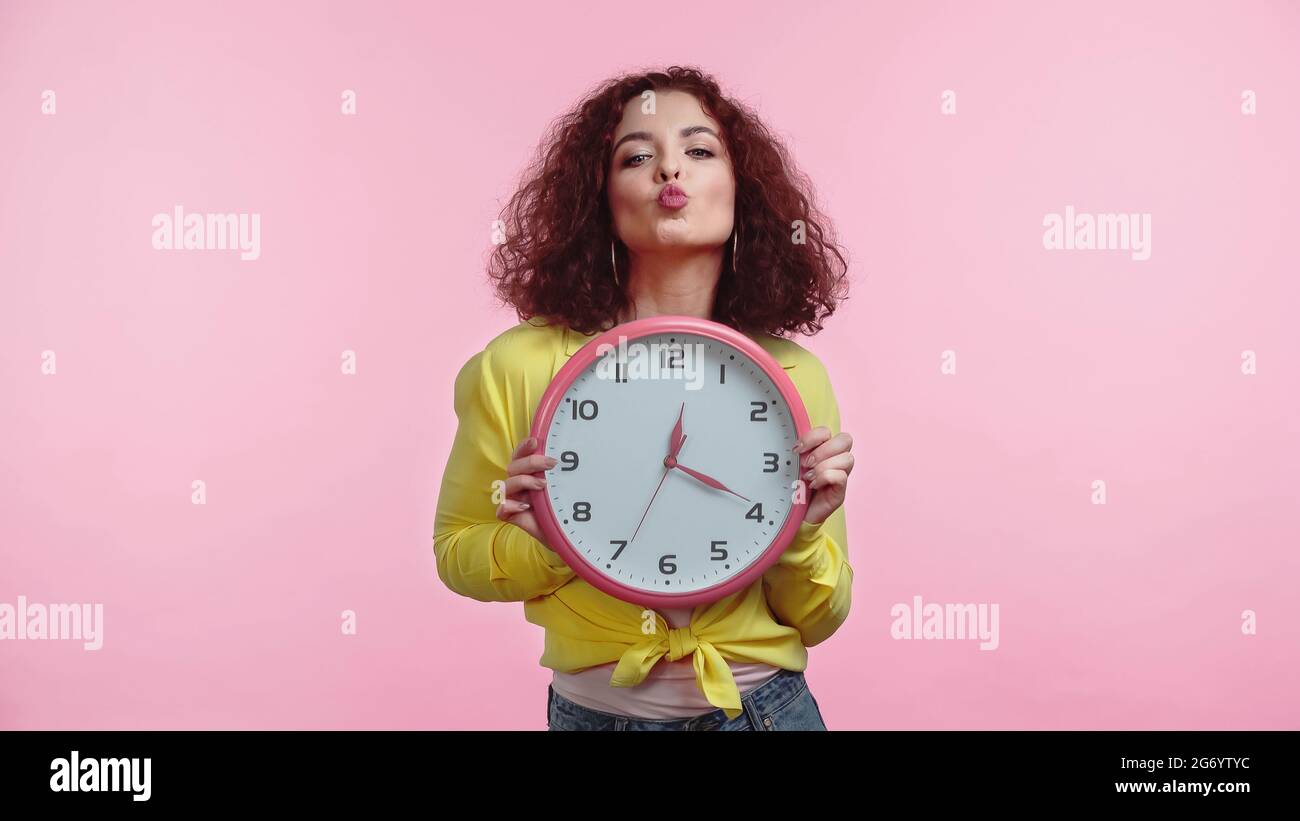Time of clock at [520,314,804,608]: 12:19
